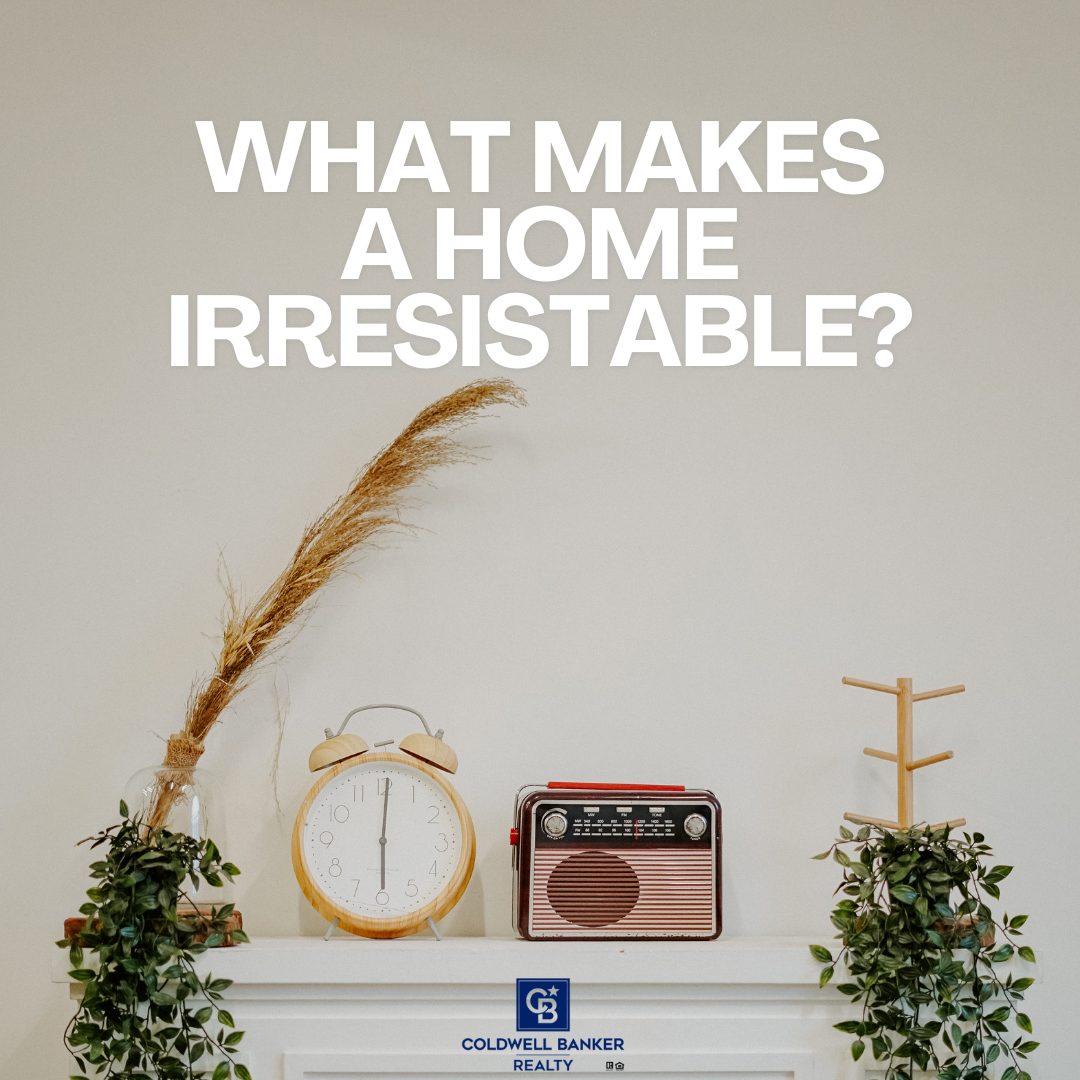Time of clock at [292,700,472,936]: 6:00
